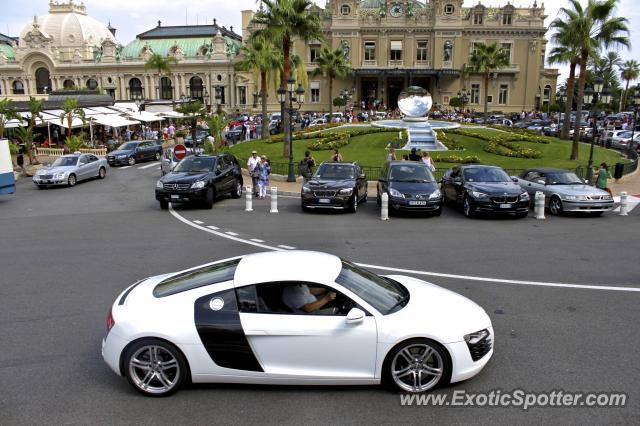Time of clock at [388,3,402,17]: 4:07
